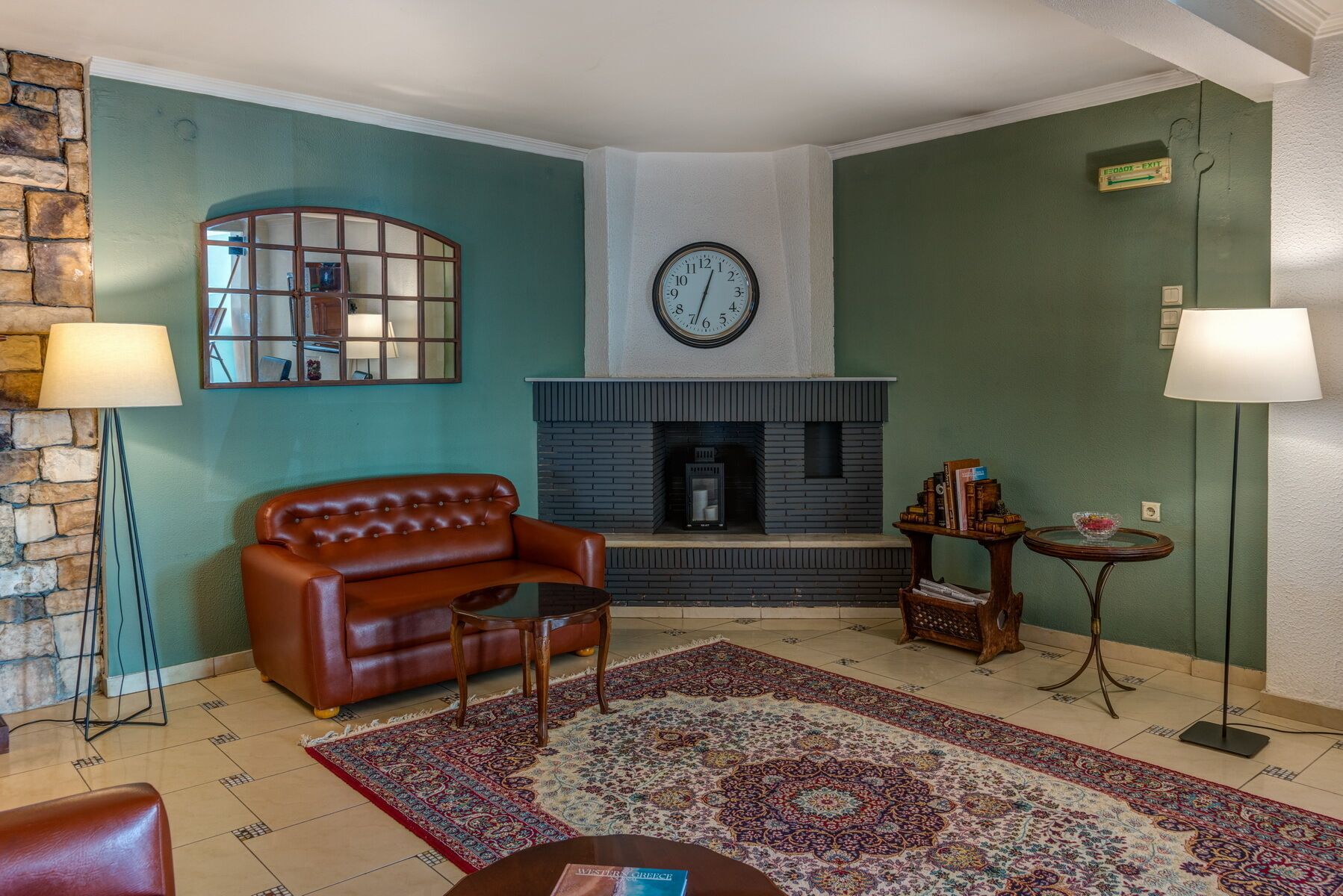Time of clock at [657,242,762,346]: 12:33
